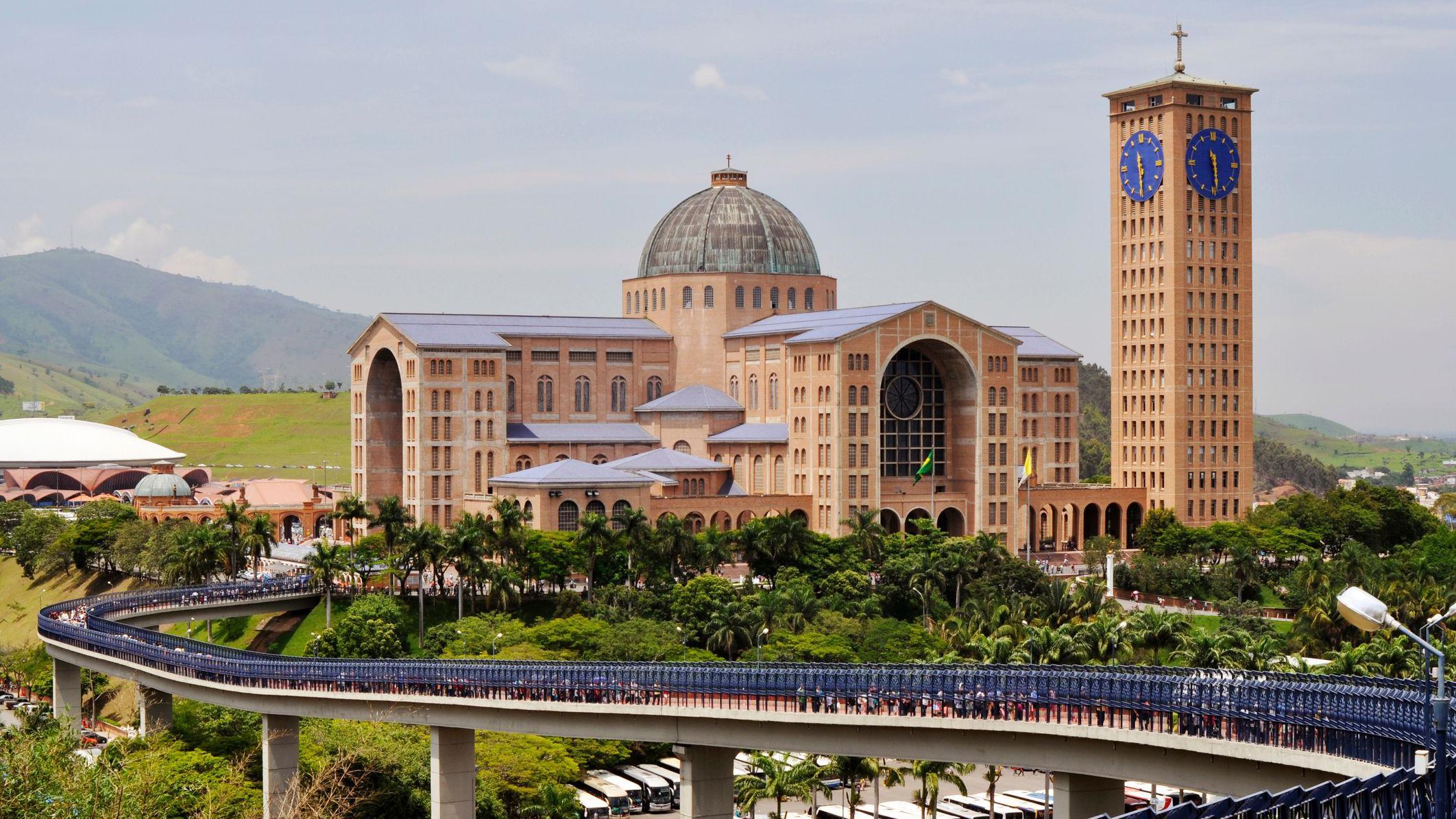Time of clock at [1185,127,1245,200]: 11:28
